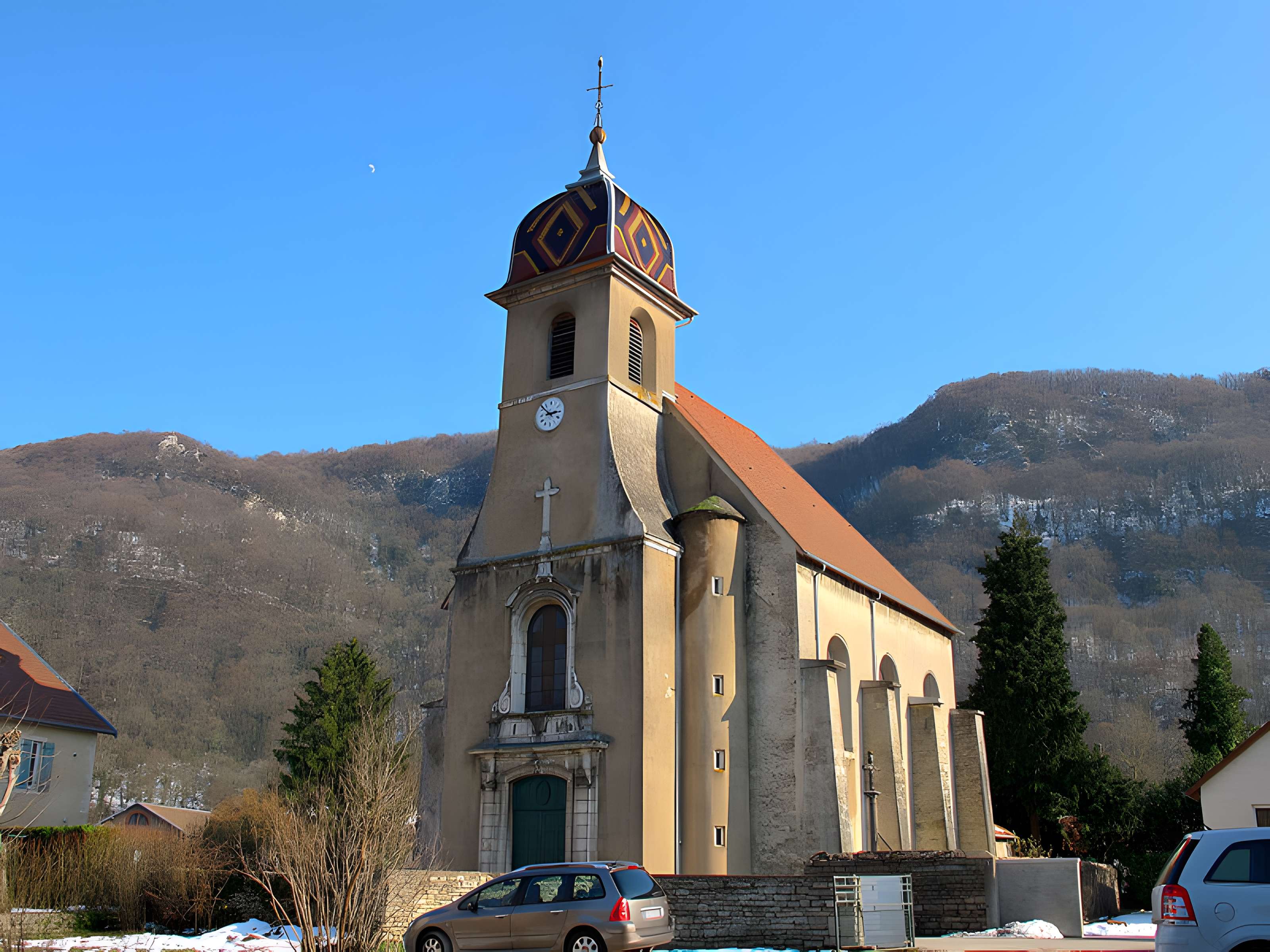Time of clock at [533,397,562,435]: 2:52
